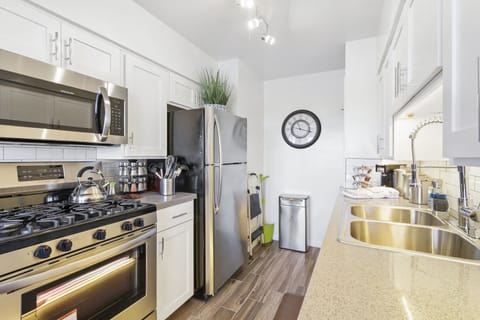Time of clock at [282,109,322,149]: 11:17
